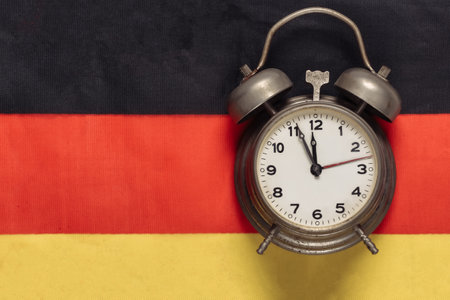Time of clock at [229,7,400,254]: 11:56
